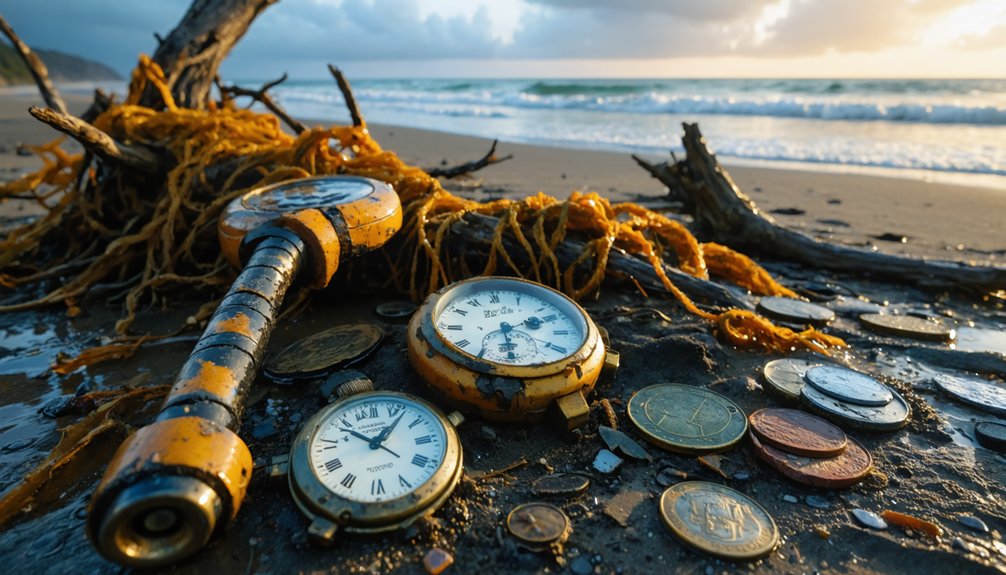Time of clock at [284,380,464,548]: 10:07
